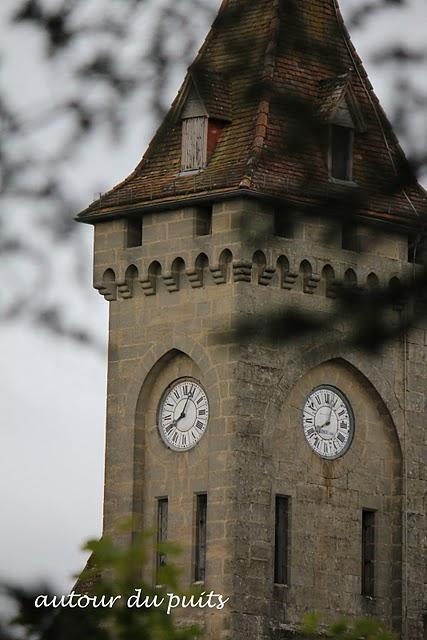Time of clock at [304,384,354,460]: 8:03
